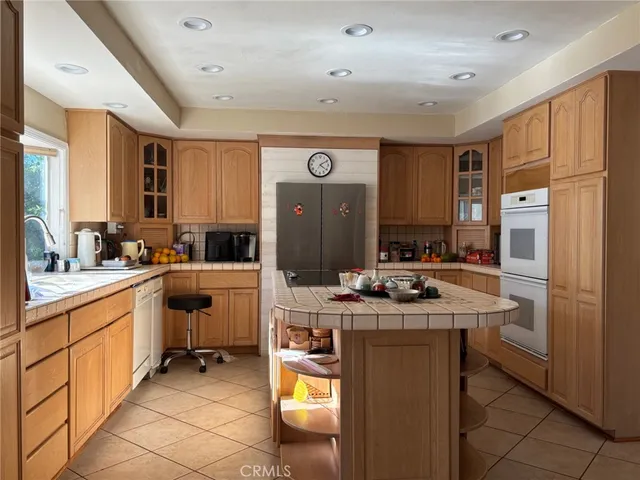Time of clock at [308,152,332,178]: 4:09
